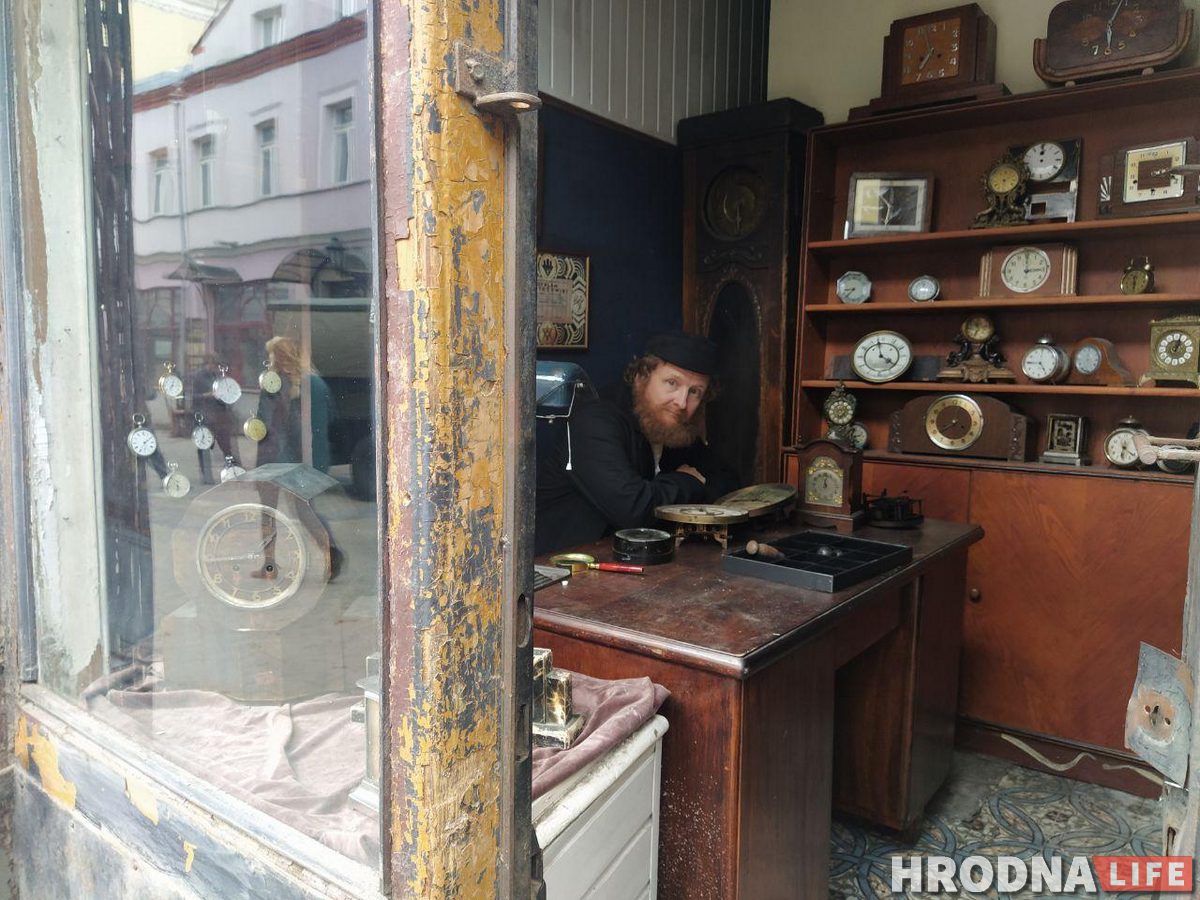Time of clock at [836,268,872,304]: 8:37
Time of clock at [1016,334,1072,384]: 4:45
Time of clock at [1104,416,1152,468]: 6:21
